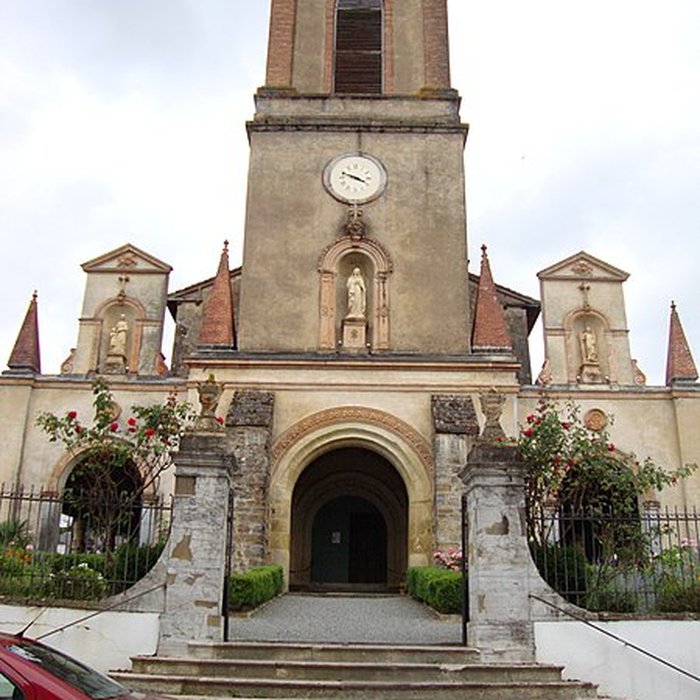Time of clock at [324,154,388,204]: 3:48
